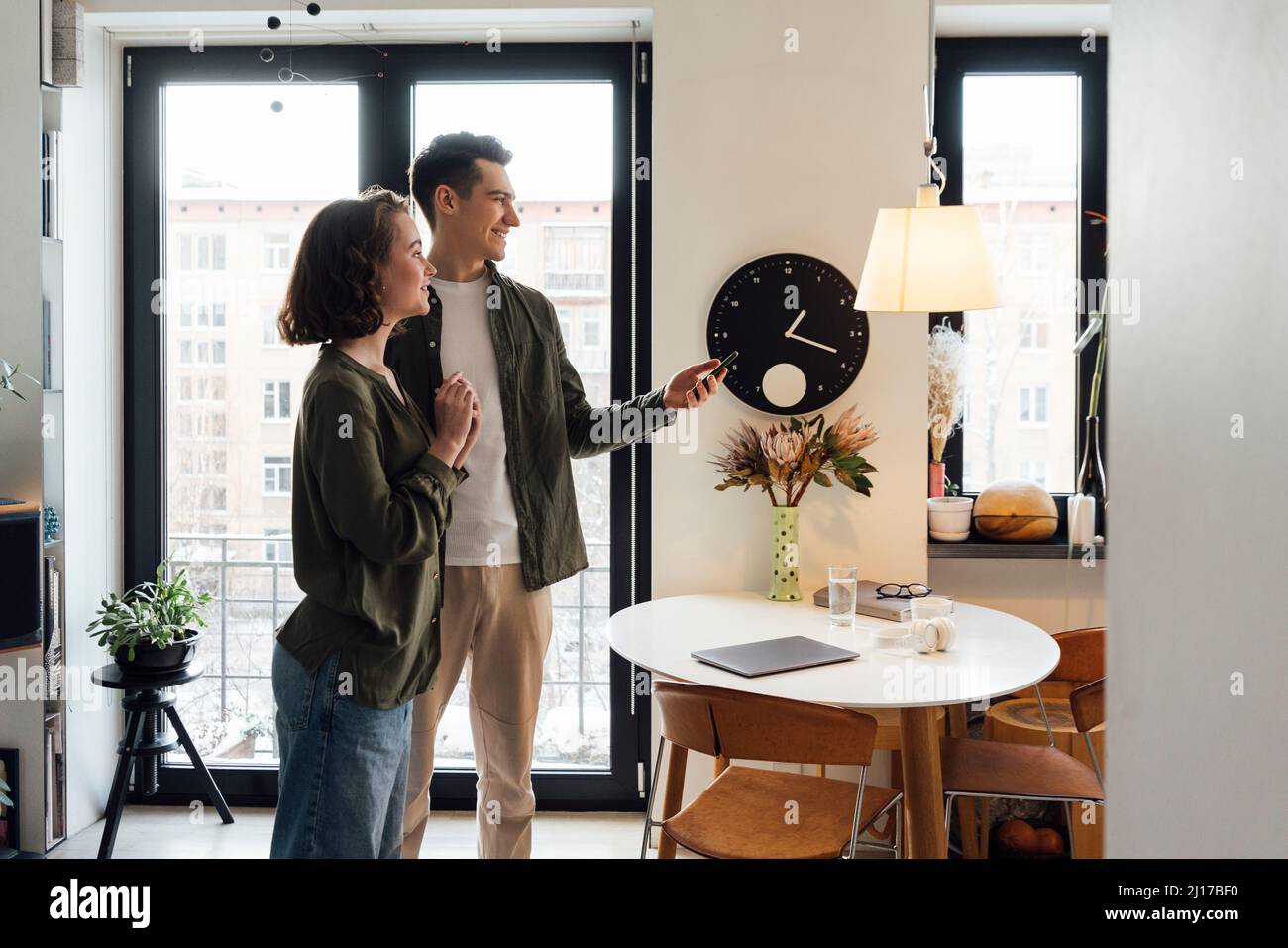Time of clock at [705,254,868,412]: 1:18
